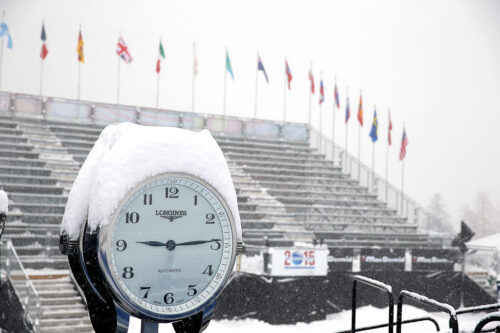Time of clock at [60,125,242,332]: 9:14
